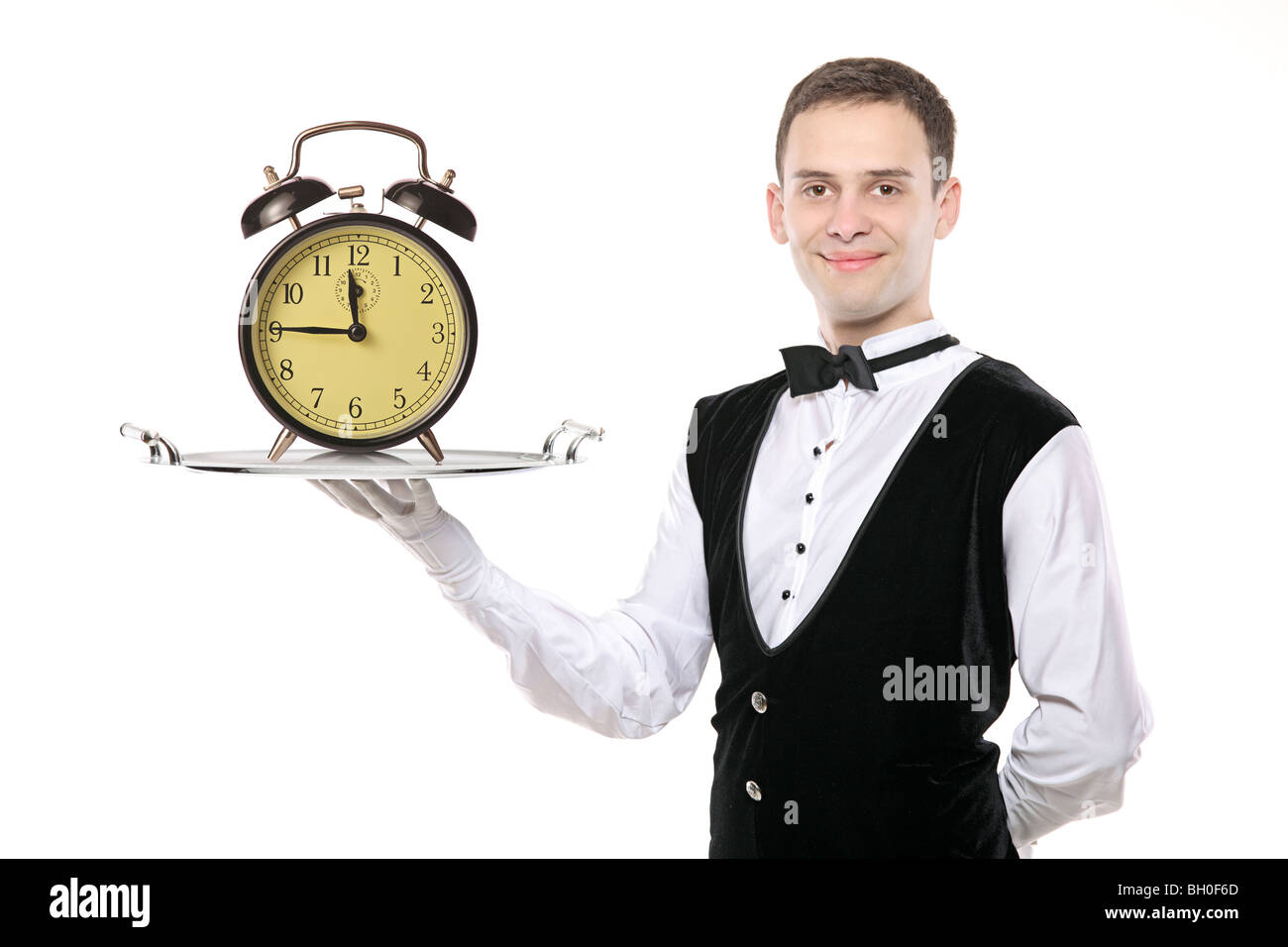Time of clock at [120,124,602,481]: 11:45
